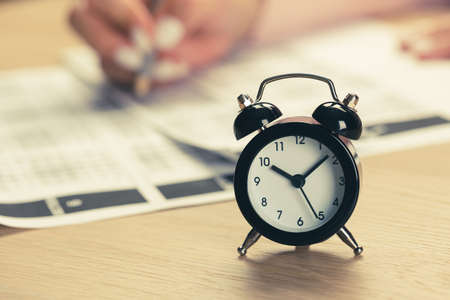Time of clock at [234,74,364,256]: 10:08
